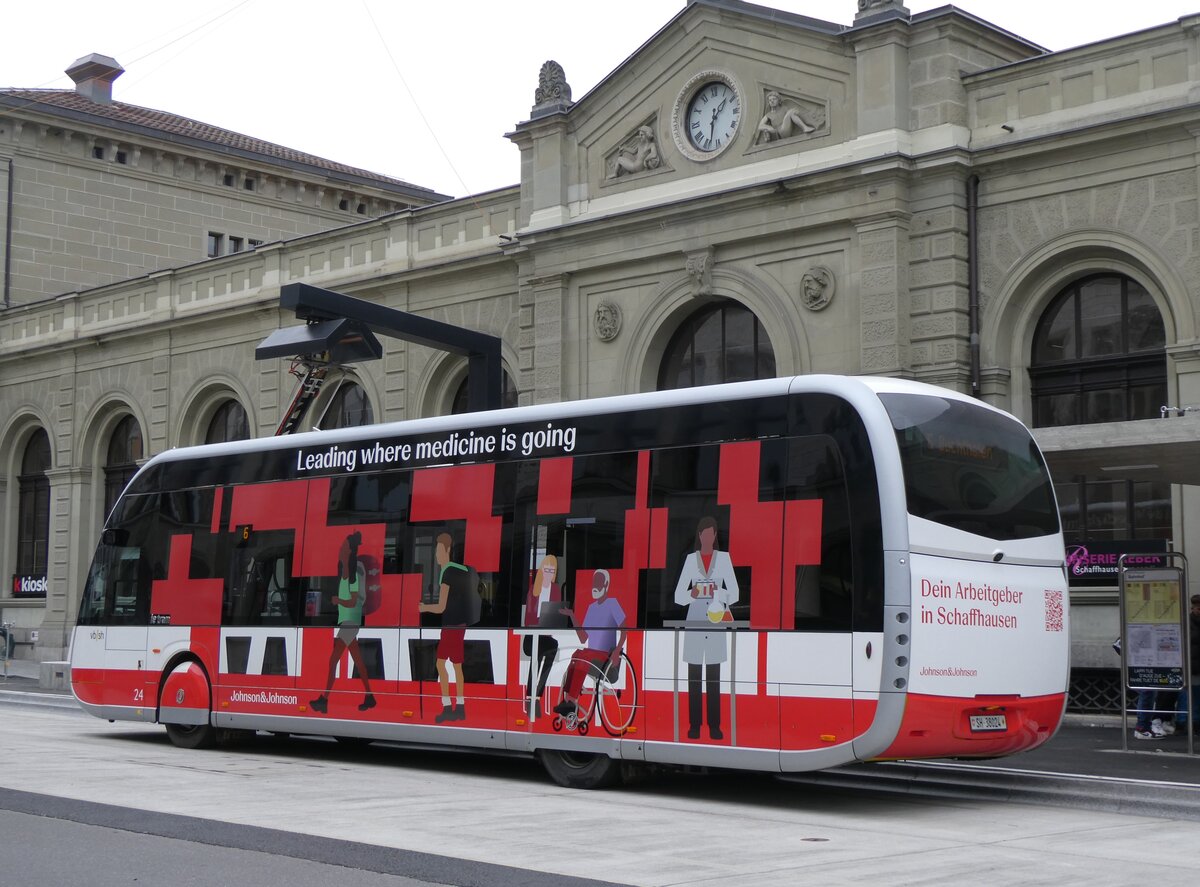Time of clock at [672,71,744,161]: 1:32
